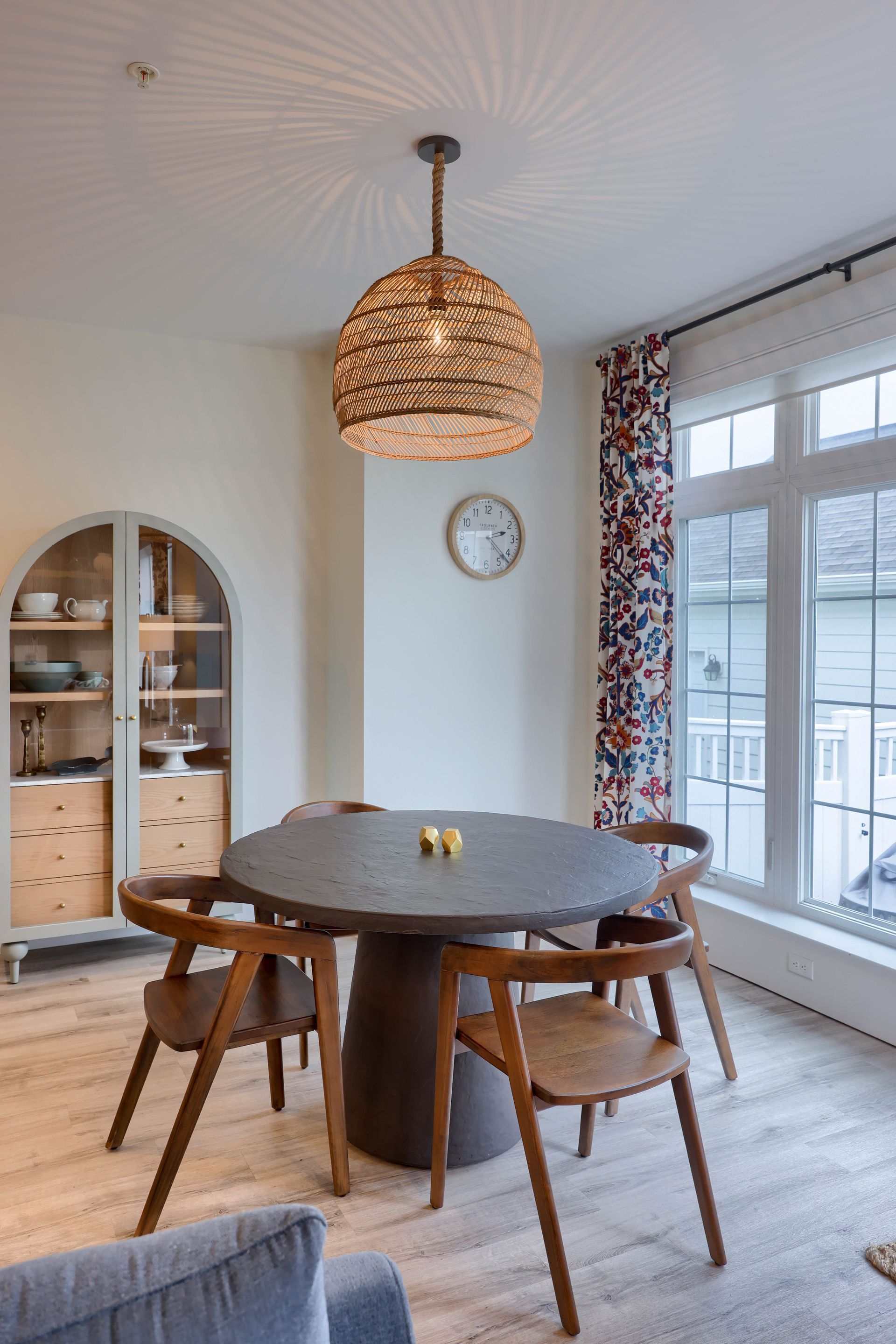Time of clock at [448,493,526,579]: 2:22
